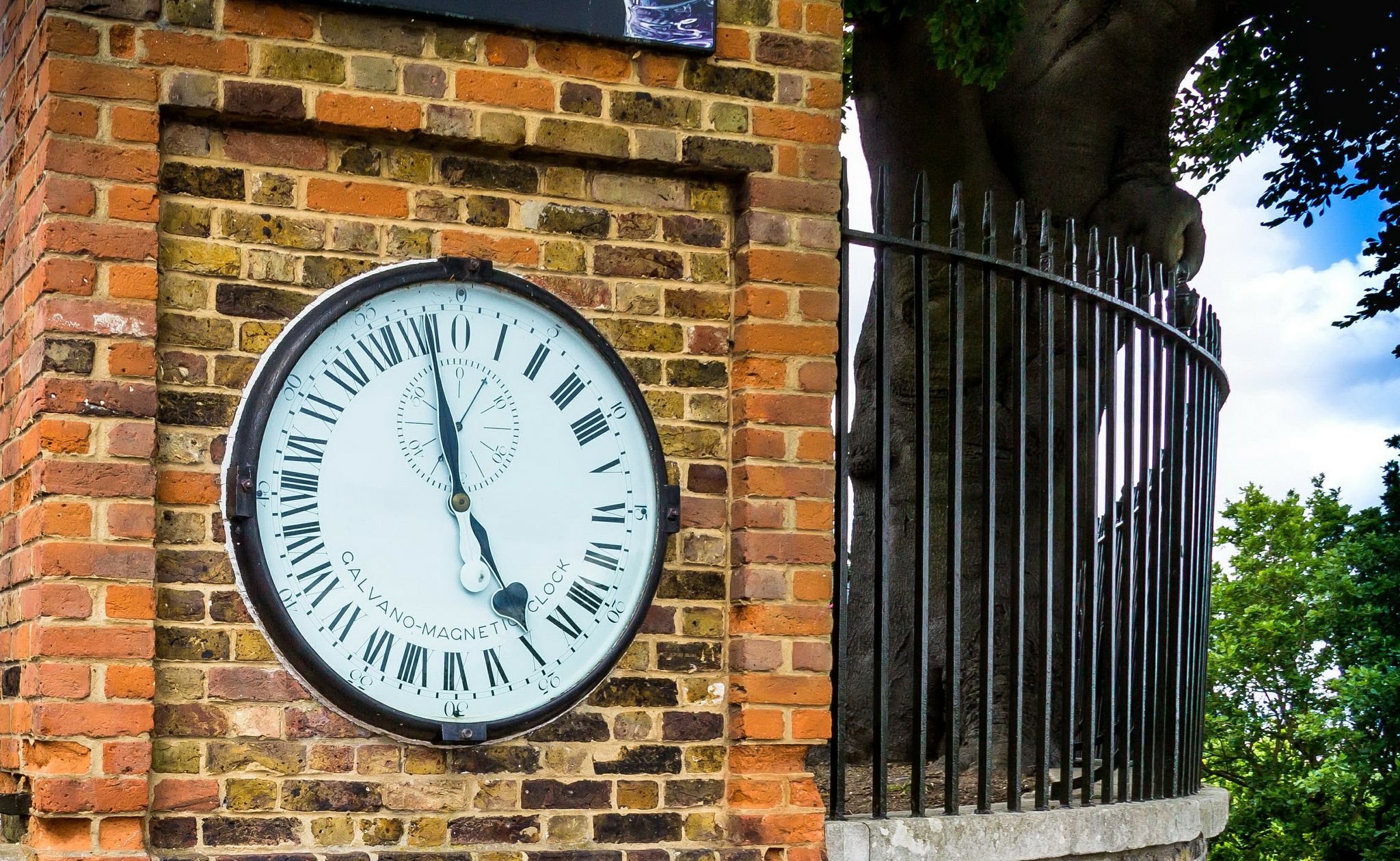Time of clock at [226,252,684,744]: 4:57
